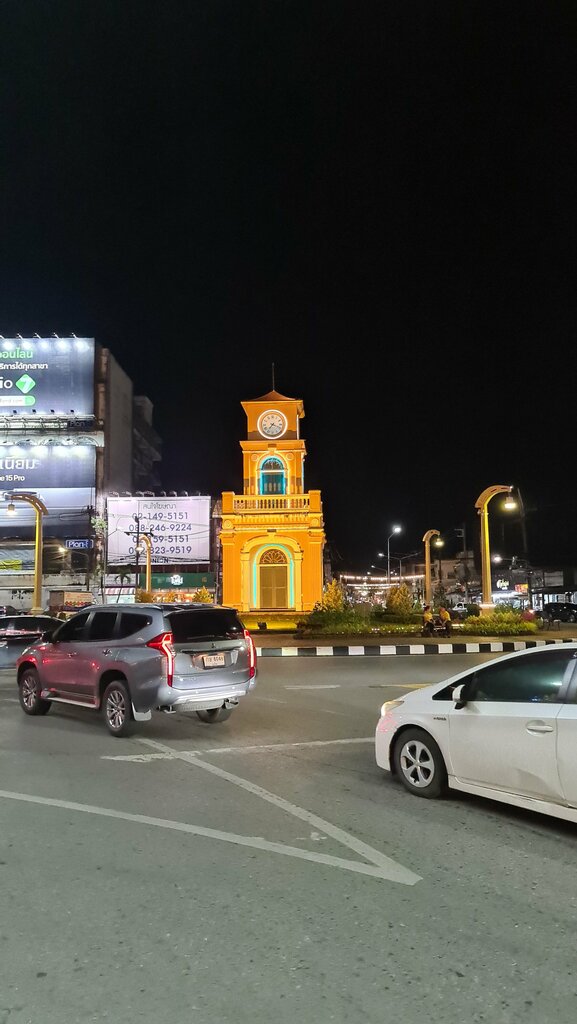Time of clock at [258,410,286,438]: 7:18
